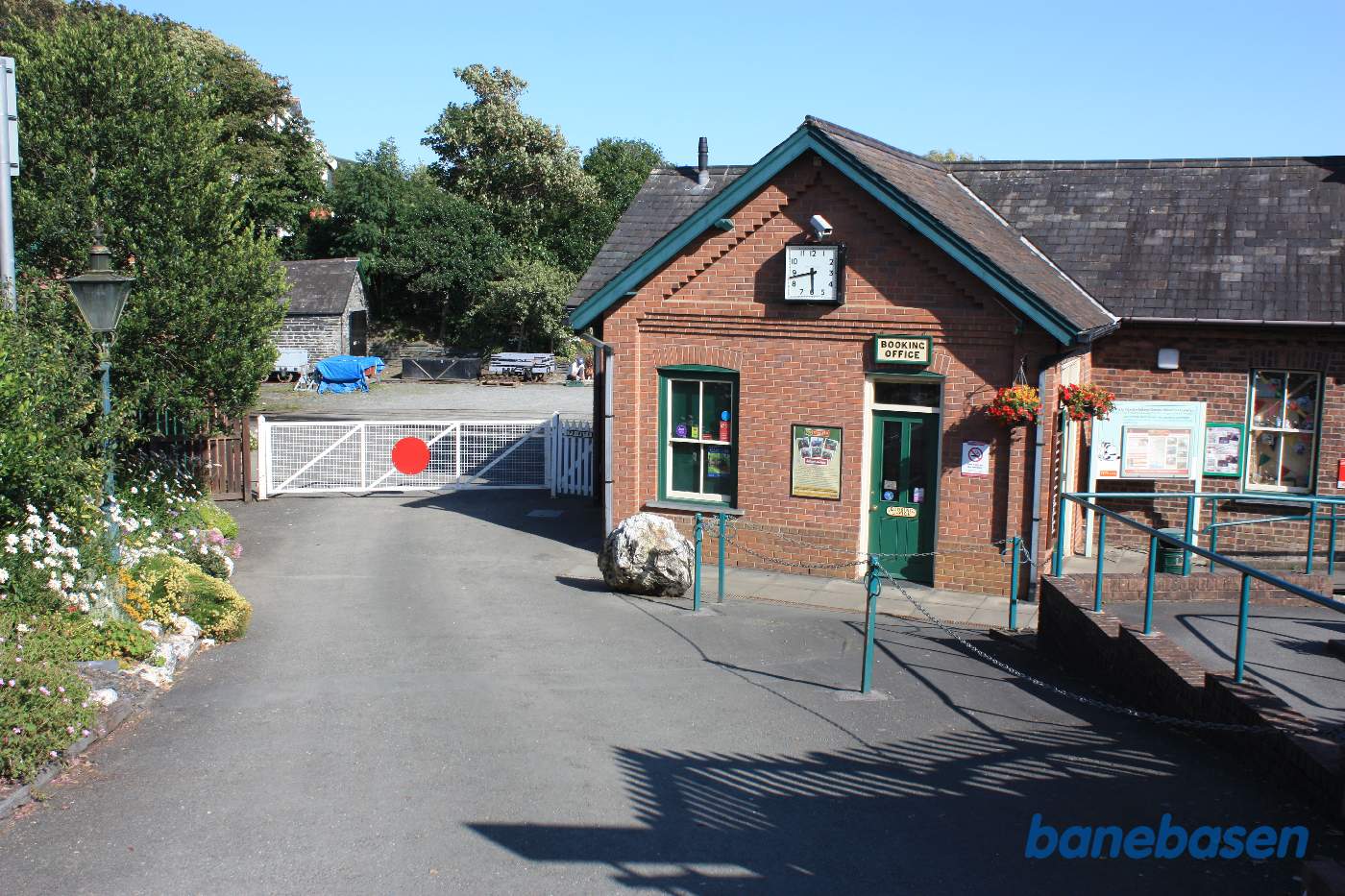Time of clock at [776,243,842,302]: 5:43
